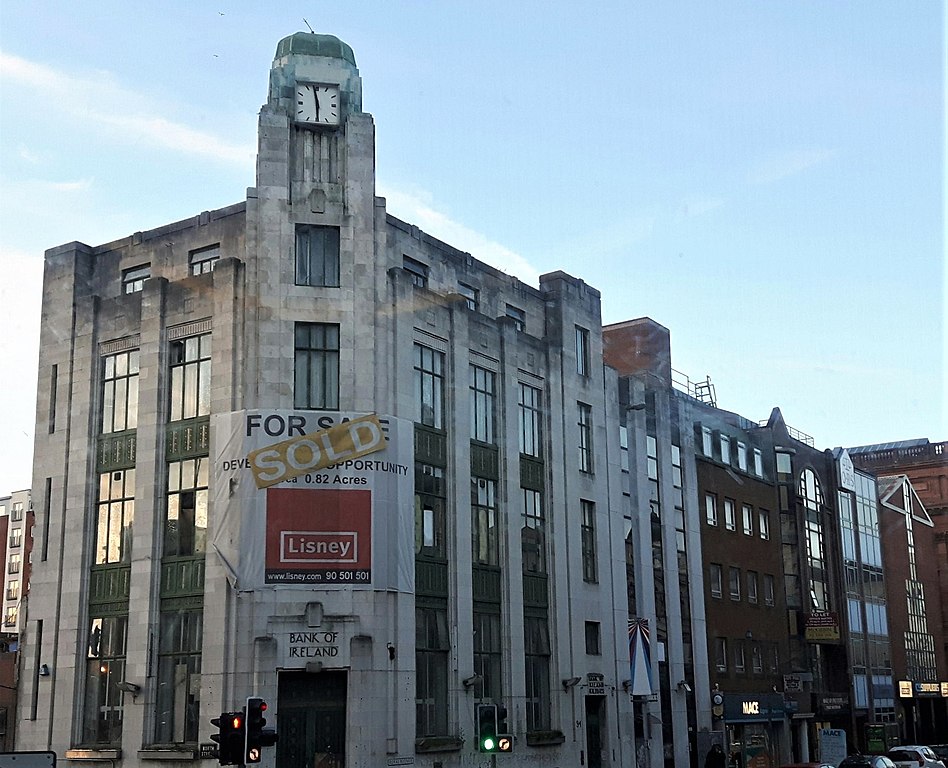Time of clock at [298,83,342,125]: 5:58
